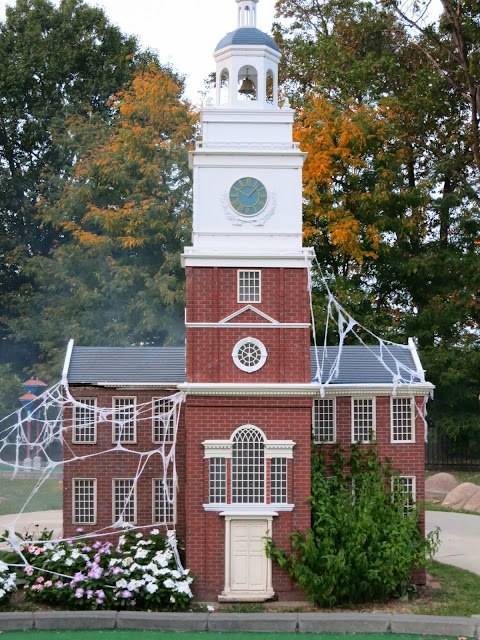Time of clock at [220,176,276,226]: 10:07
